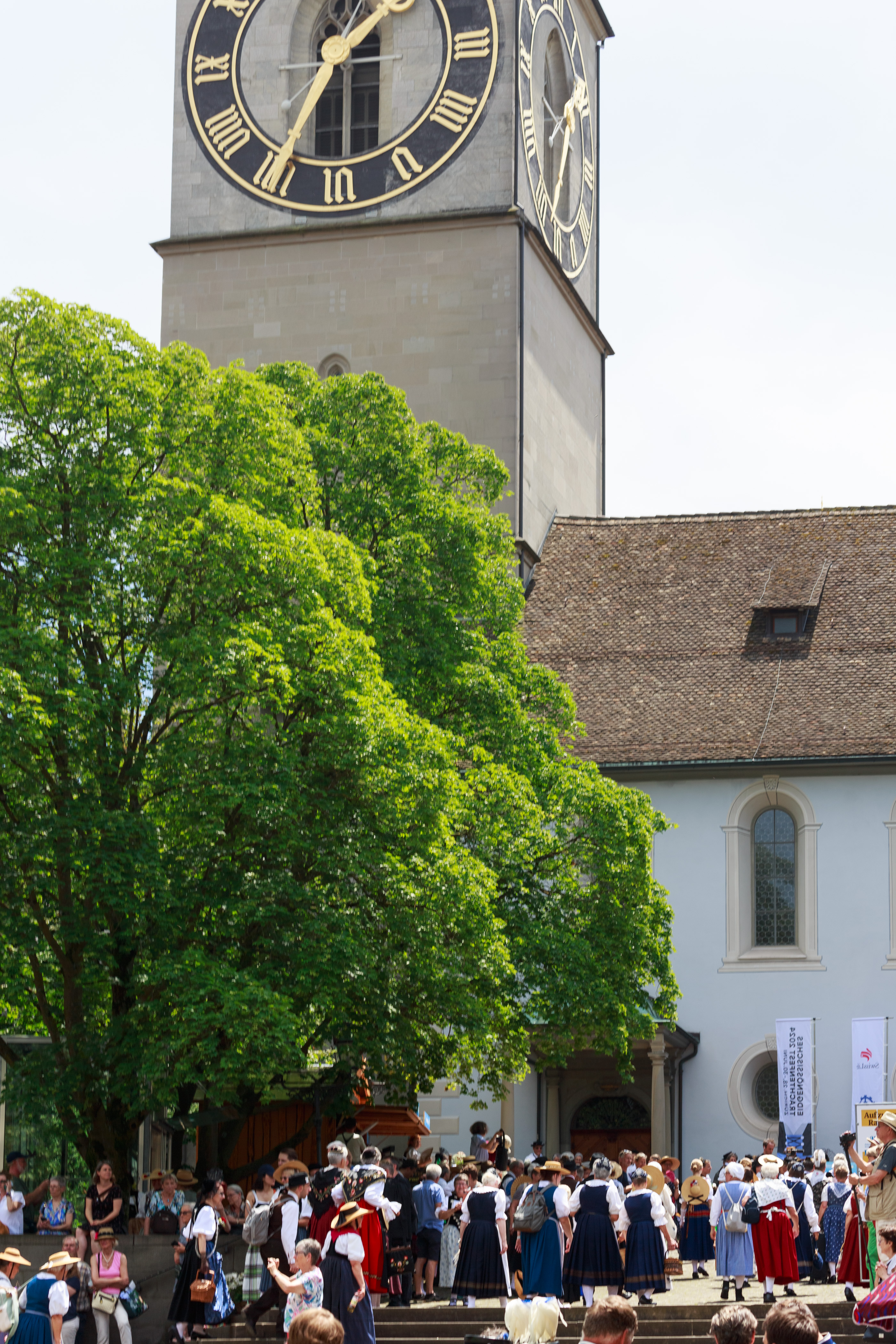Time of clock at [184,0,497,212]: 1:34
